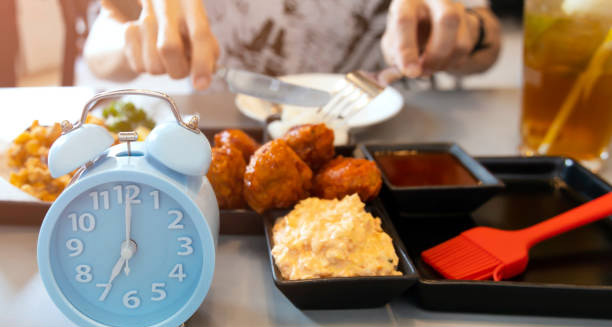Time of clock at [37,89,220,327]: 7:00
